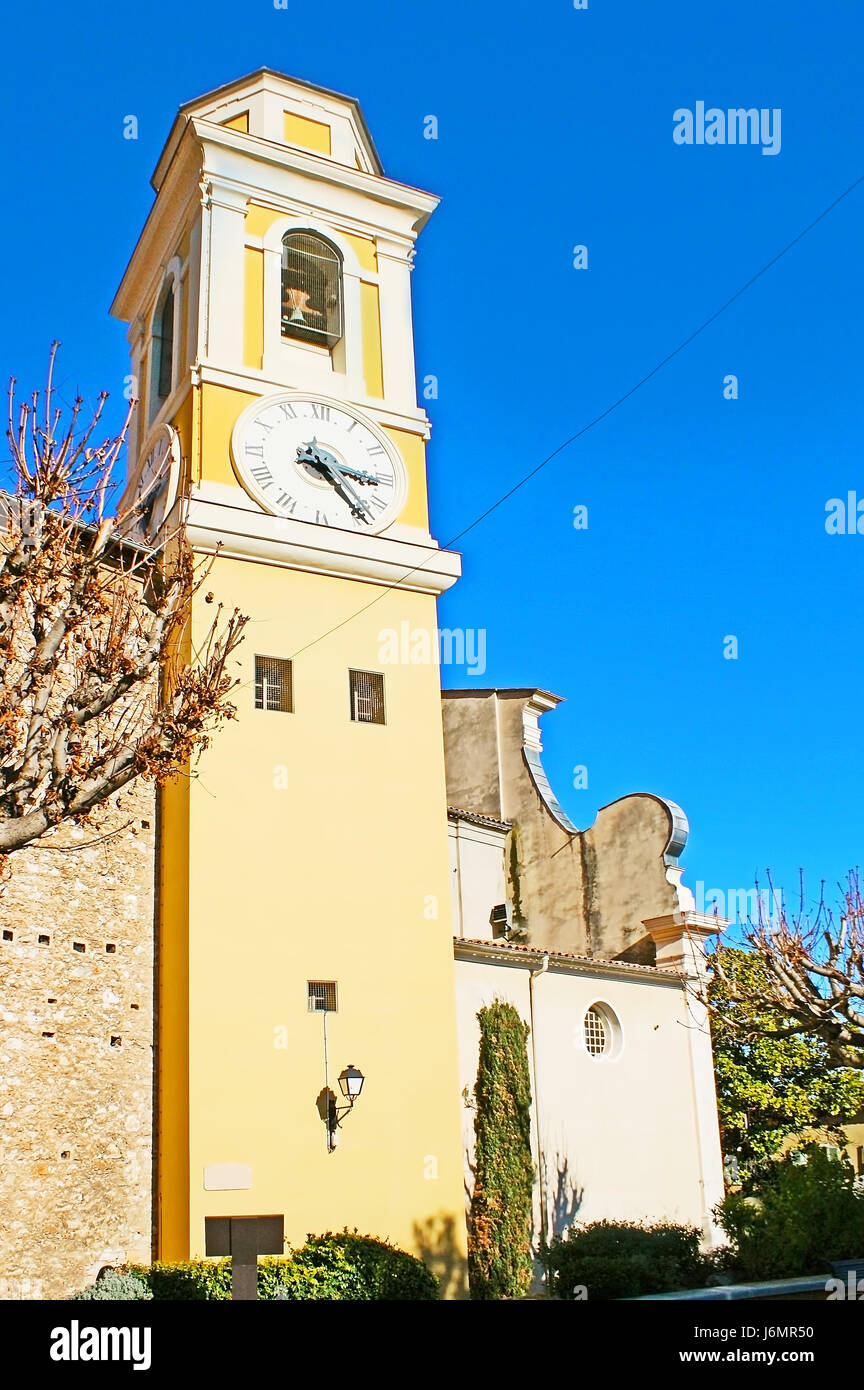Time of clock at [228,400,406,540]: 3:24
